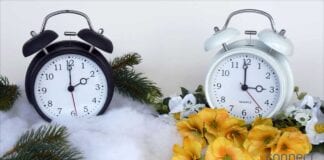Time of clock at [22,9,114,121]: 2:00
